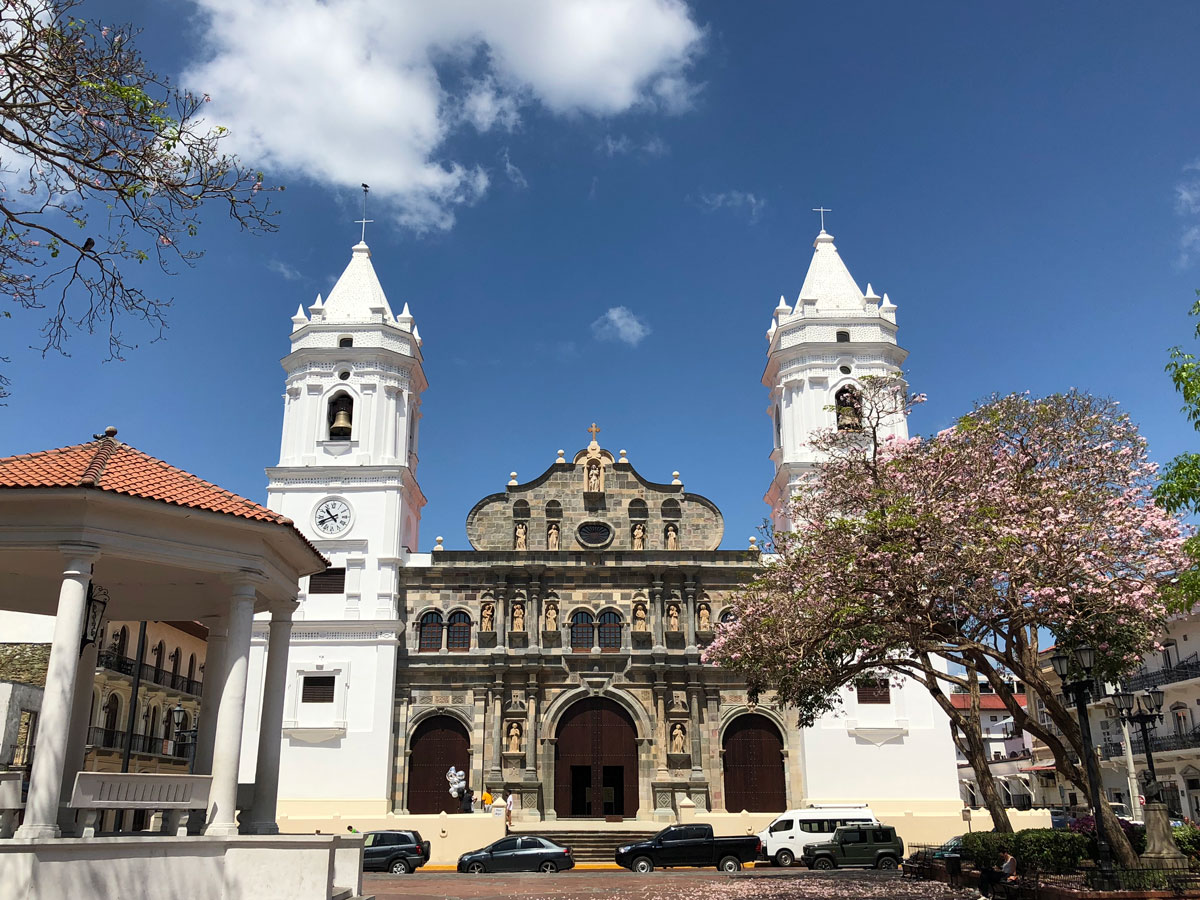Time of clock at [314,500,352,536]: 10:41
